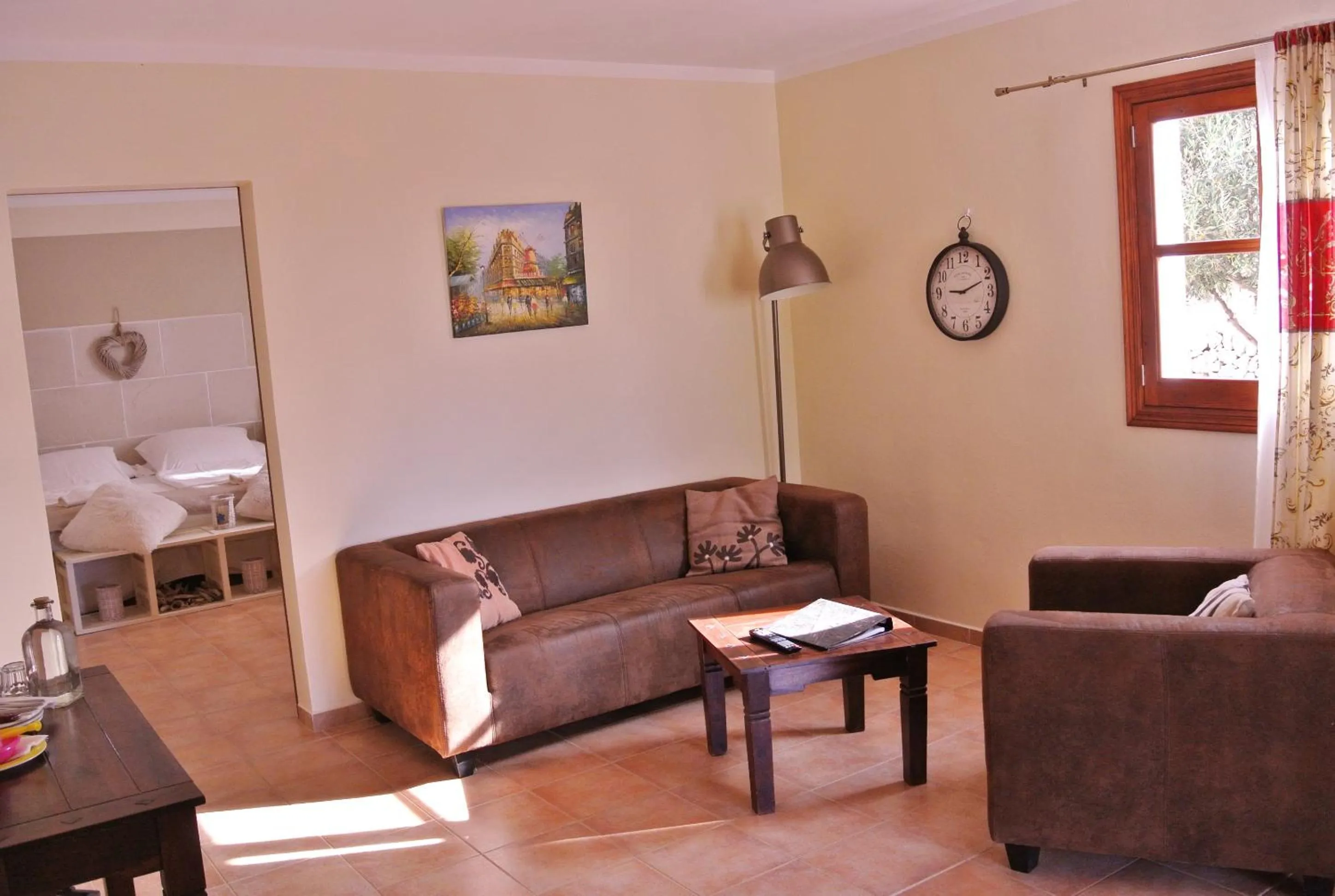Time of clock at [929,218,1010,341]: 9:11
